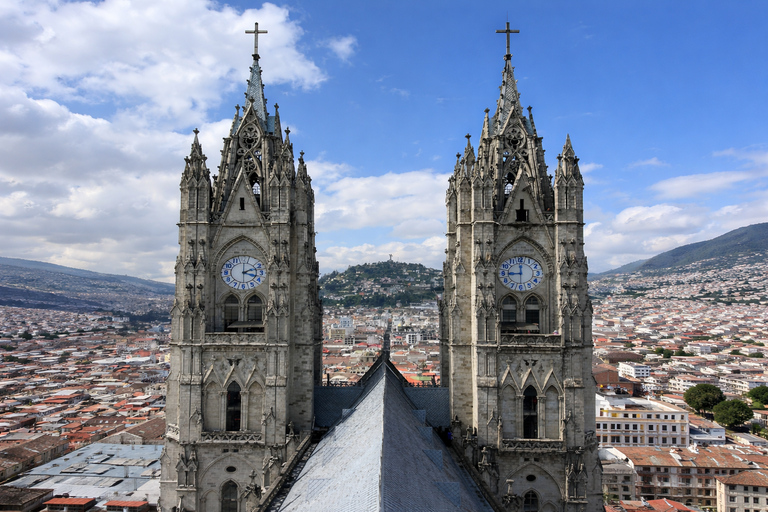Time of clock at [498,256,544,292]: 8:59
